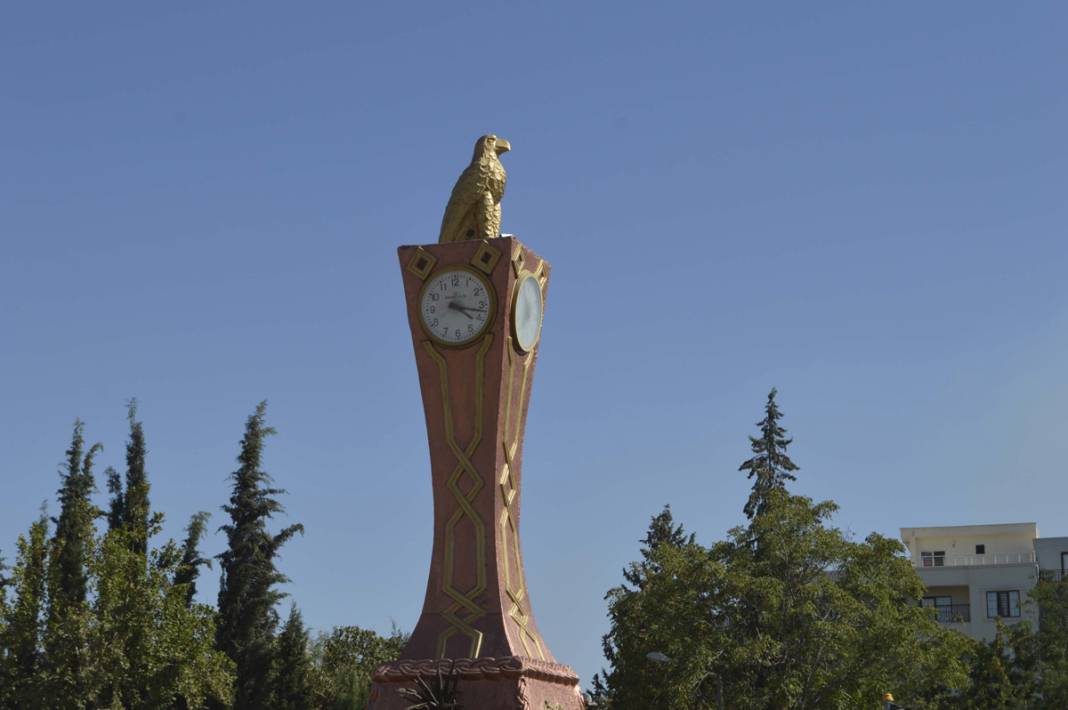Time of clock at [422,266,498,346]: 4:17
